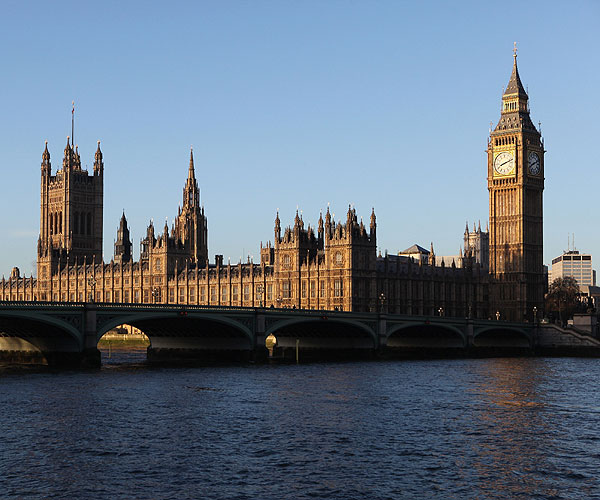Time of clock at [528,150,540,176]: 8:11
